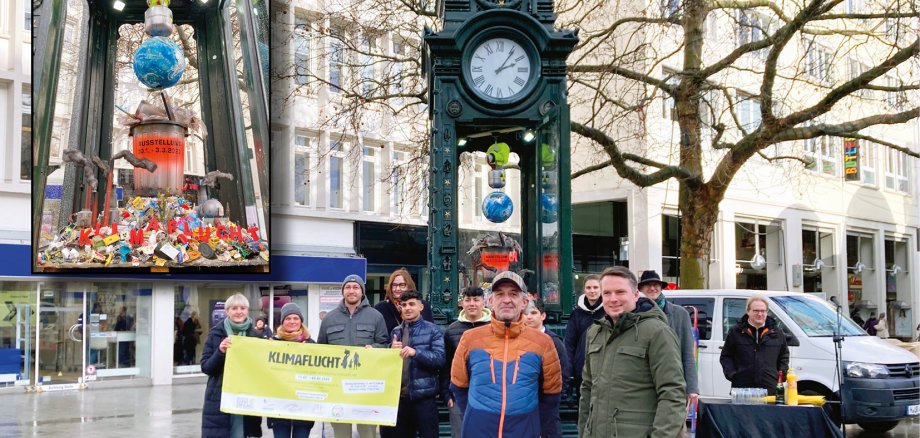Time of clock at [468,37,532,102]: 2:06
